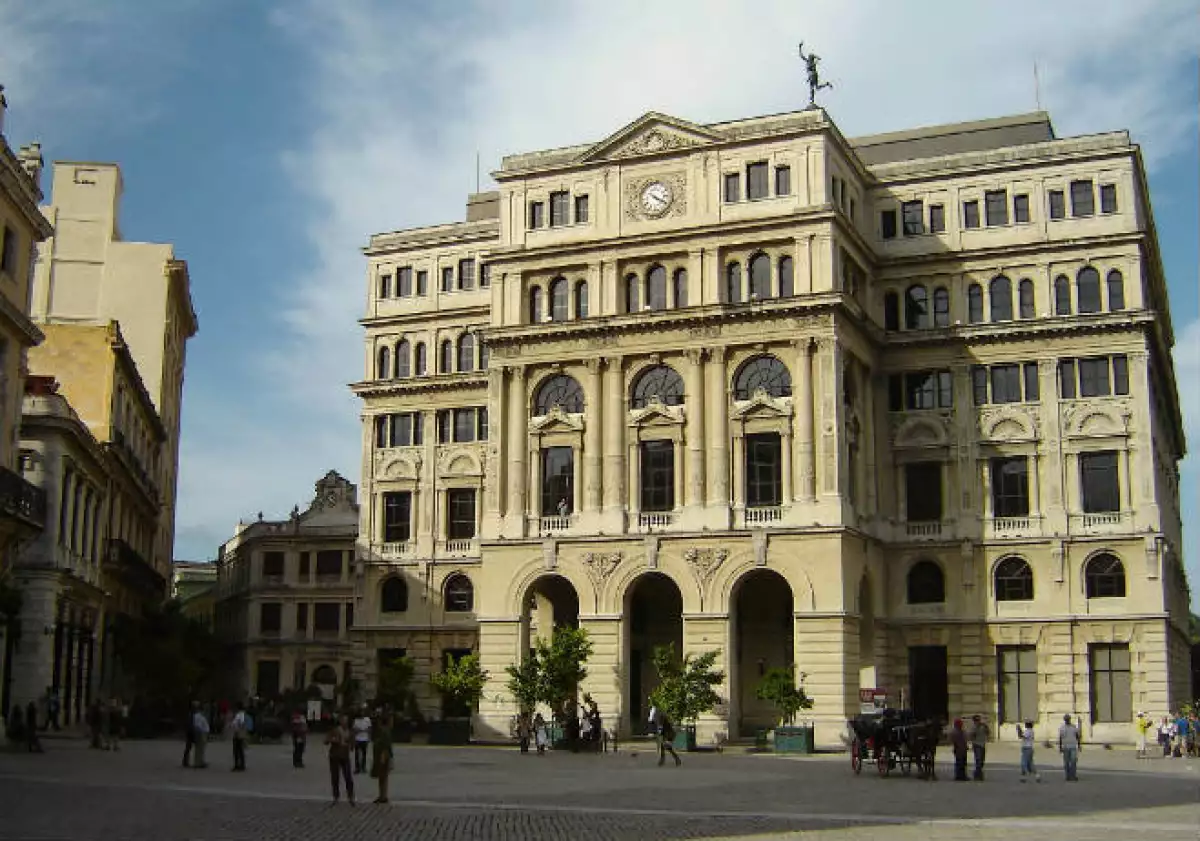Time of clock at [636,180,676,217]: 4:19
